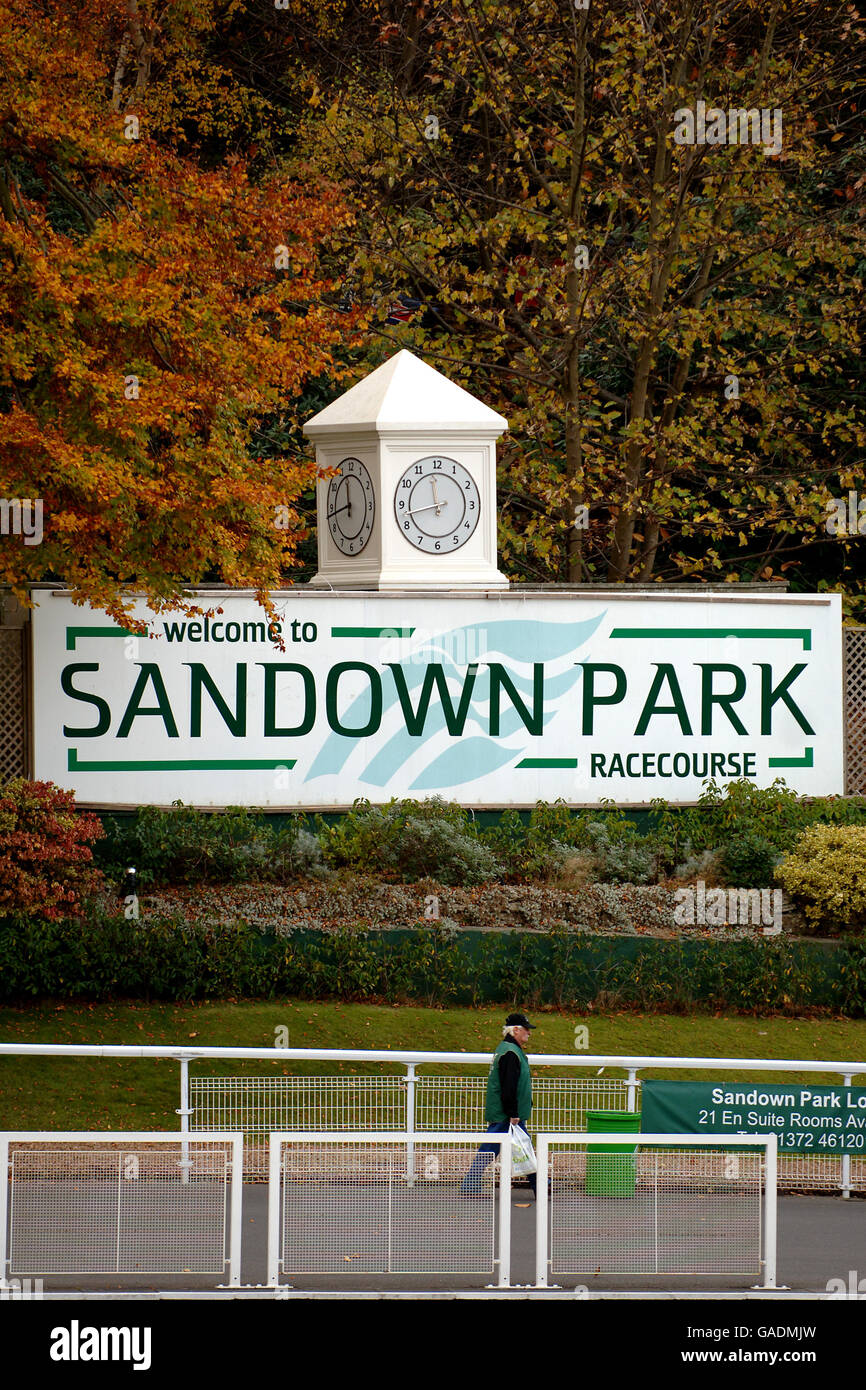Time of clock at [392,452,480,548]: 11:42
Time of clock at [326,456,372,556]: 11:43
